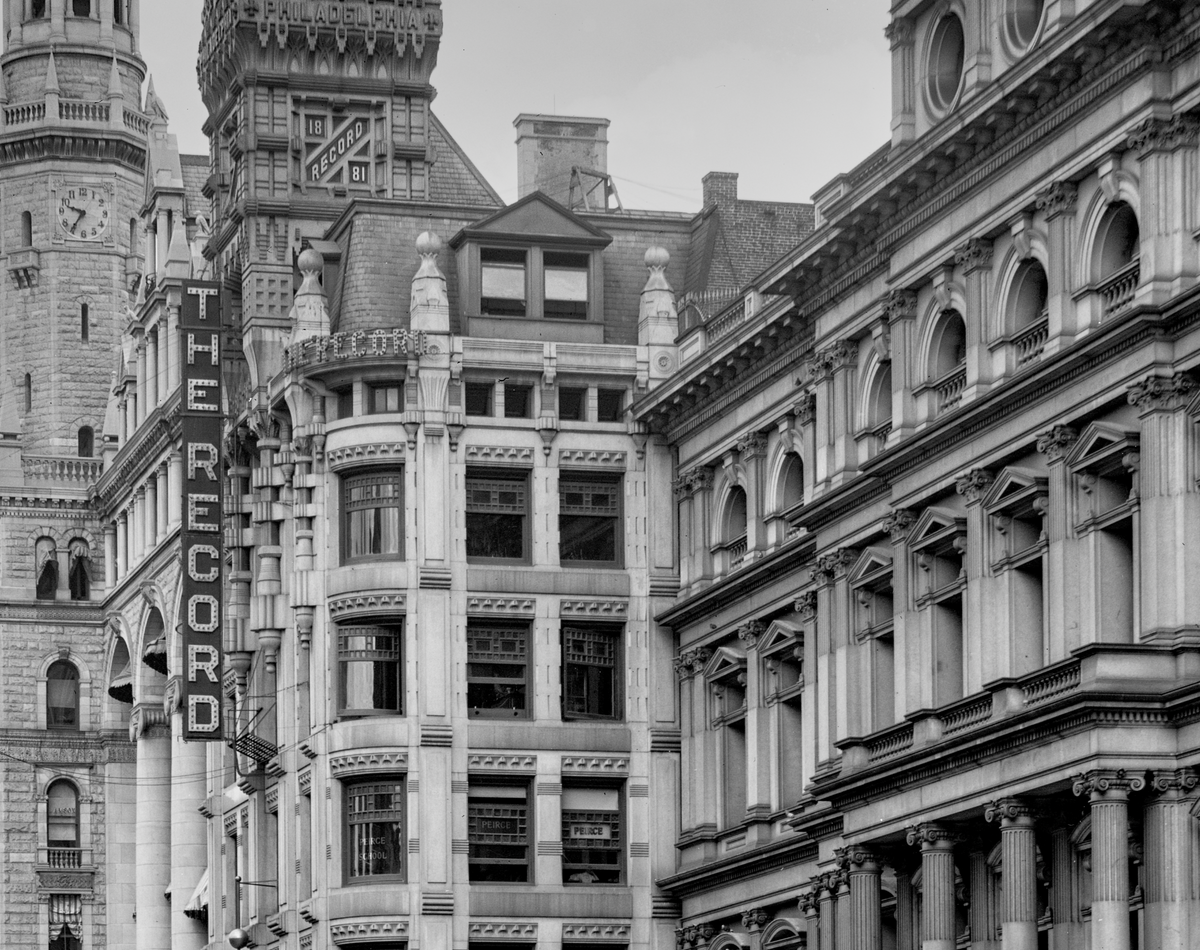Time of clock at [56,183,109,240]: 9:35
